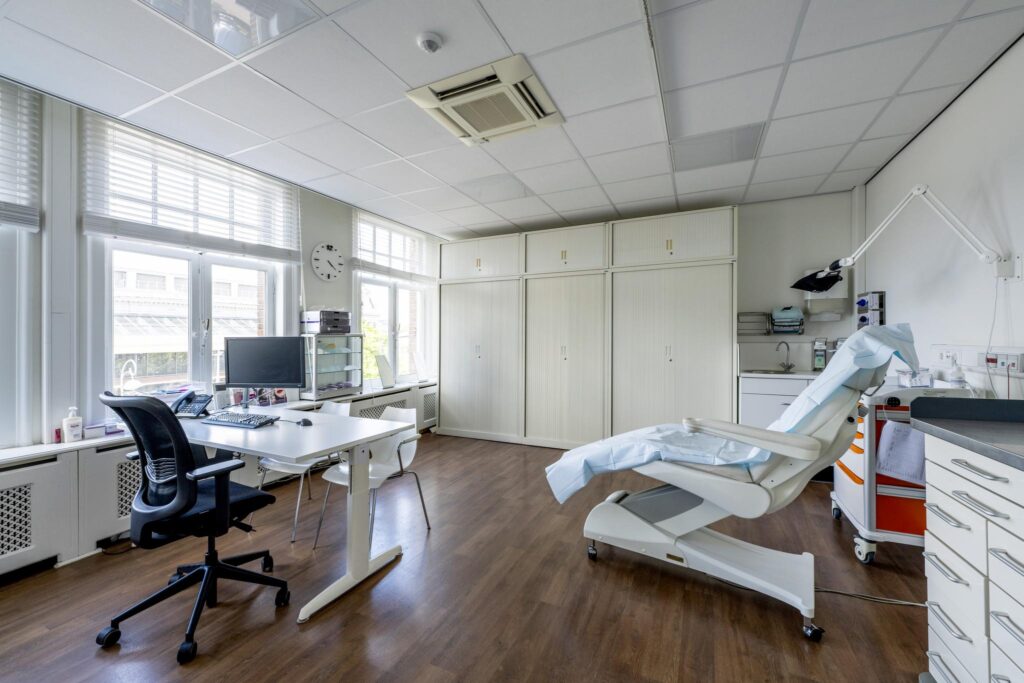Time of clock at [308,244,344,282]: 4:21
